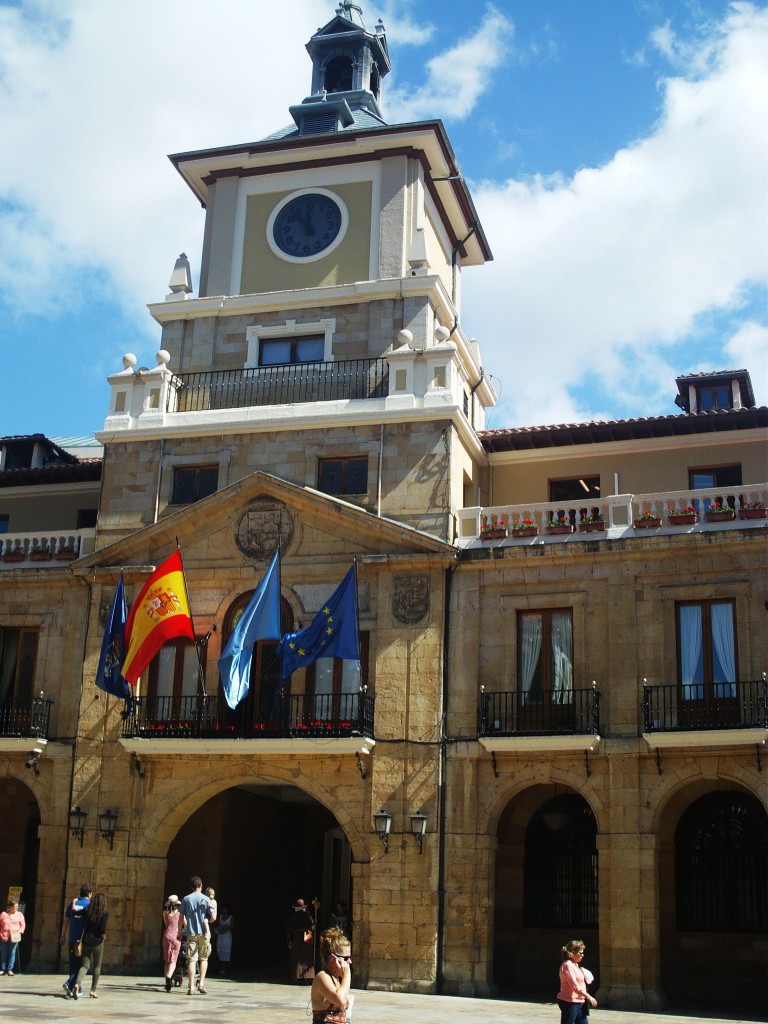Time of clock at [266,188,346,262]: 11:53
